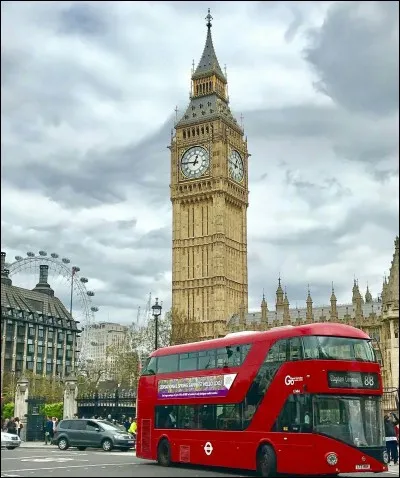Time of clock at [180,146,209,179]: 12:46
